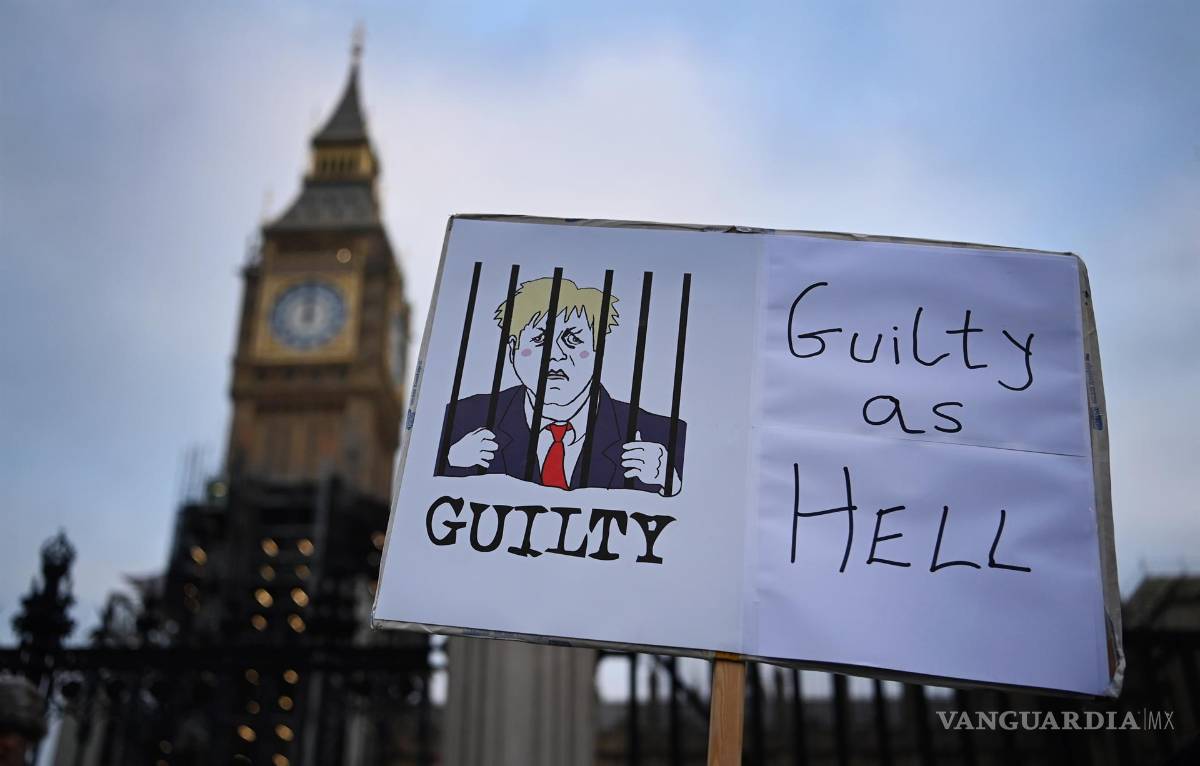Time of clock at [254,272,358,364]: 12:00
